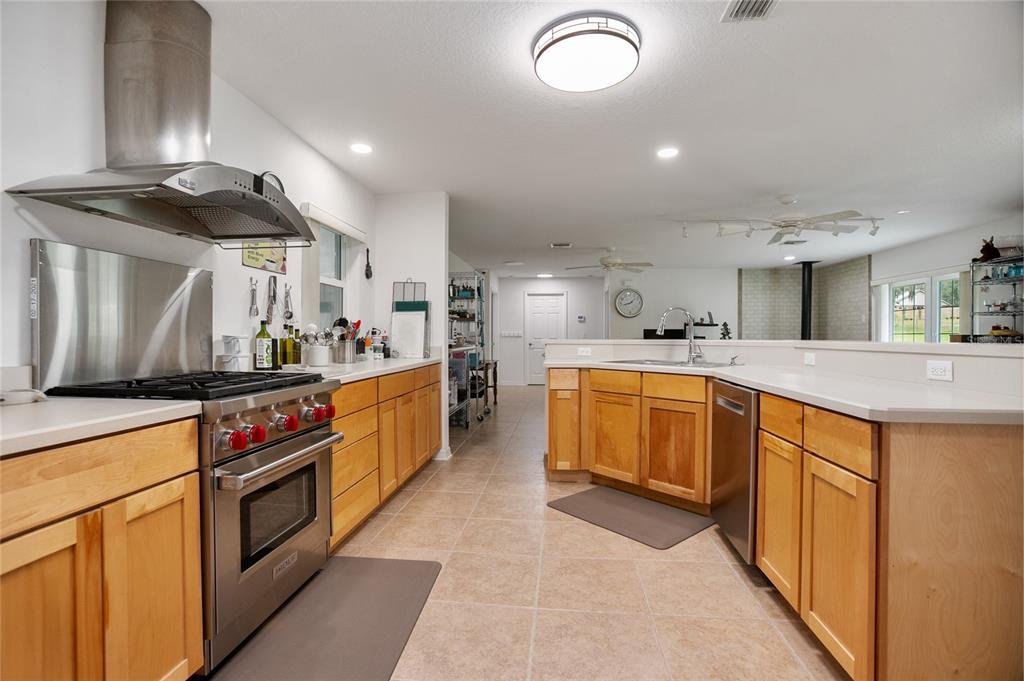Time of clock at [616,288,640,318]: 1:42
